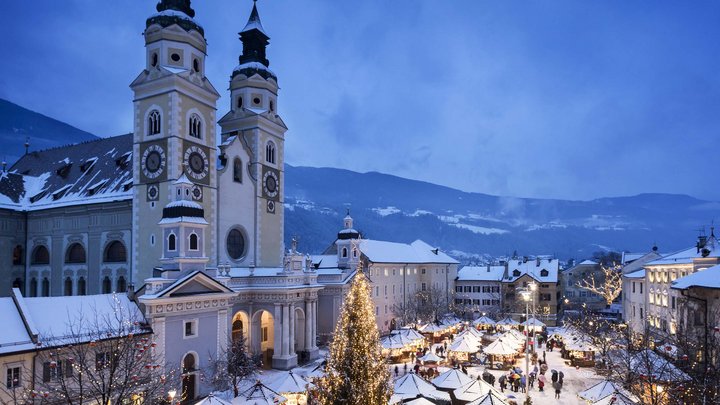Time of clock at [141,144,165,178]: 4:52
